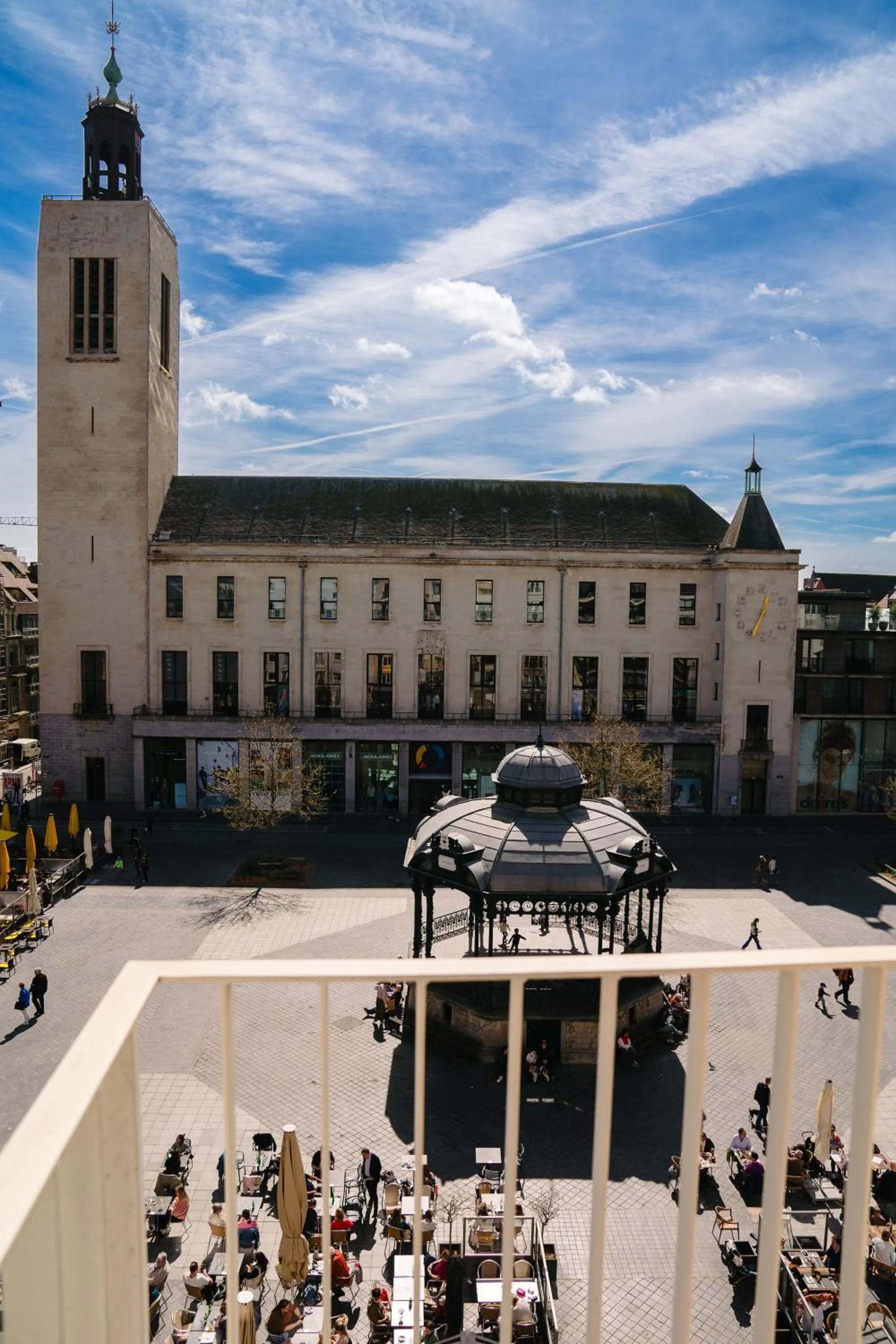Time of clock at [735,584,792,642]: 12:34
